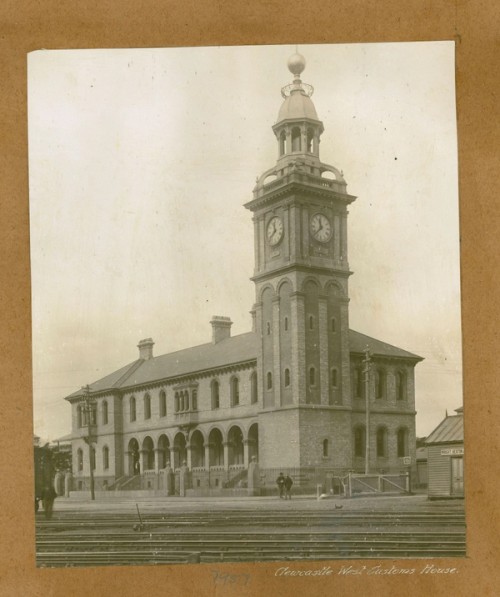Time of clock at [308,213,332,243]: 11:37
